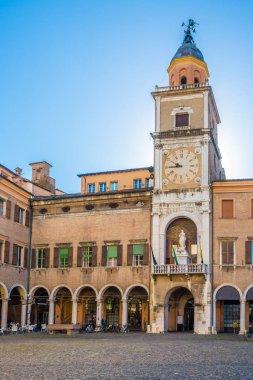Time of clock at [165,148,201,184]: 9:44
